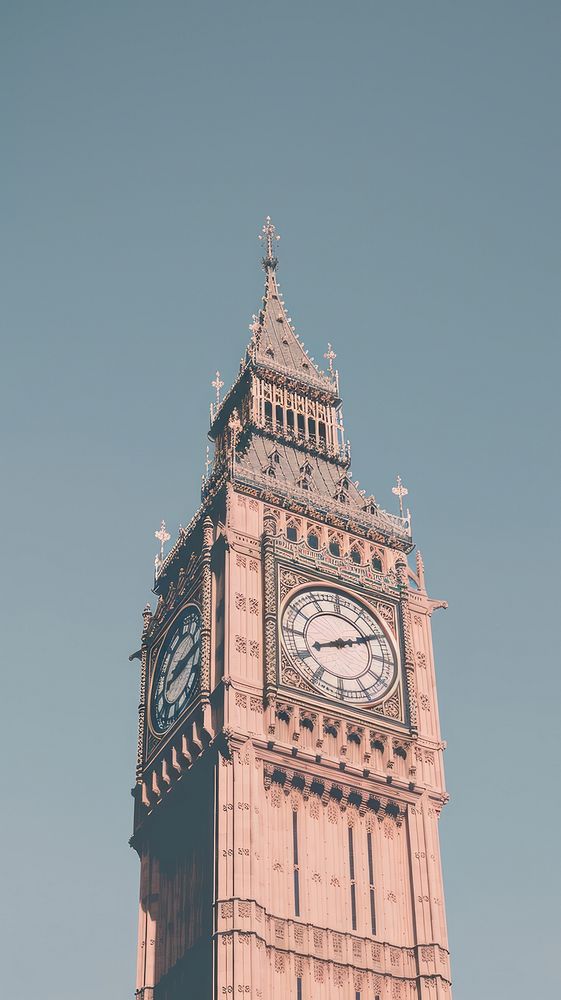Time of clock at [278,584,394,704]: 8:11
